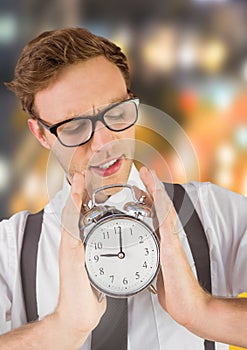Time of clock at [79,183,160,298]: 9:01
